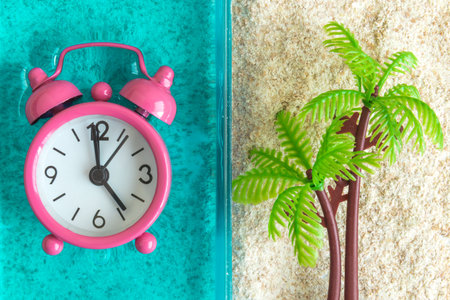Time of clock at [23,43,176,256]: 4:59
